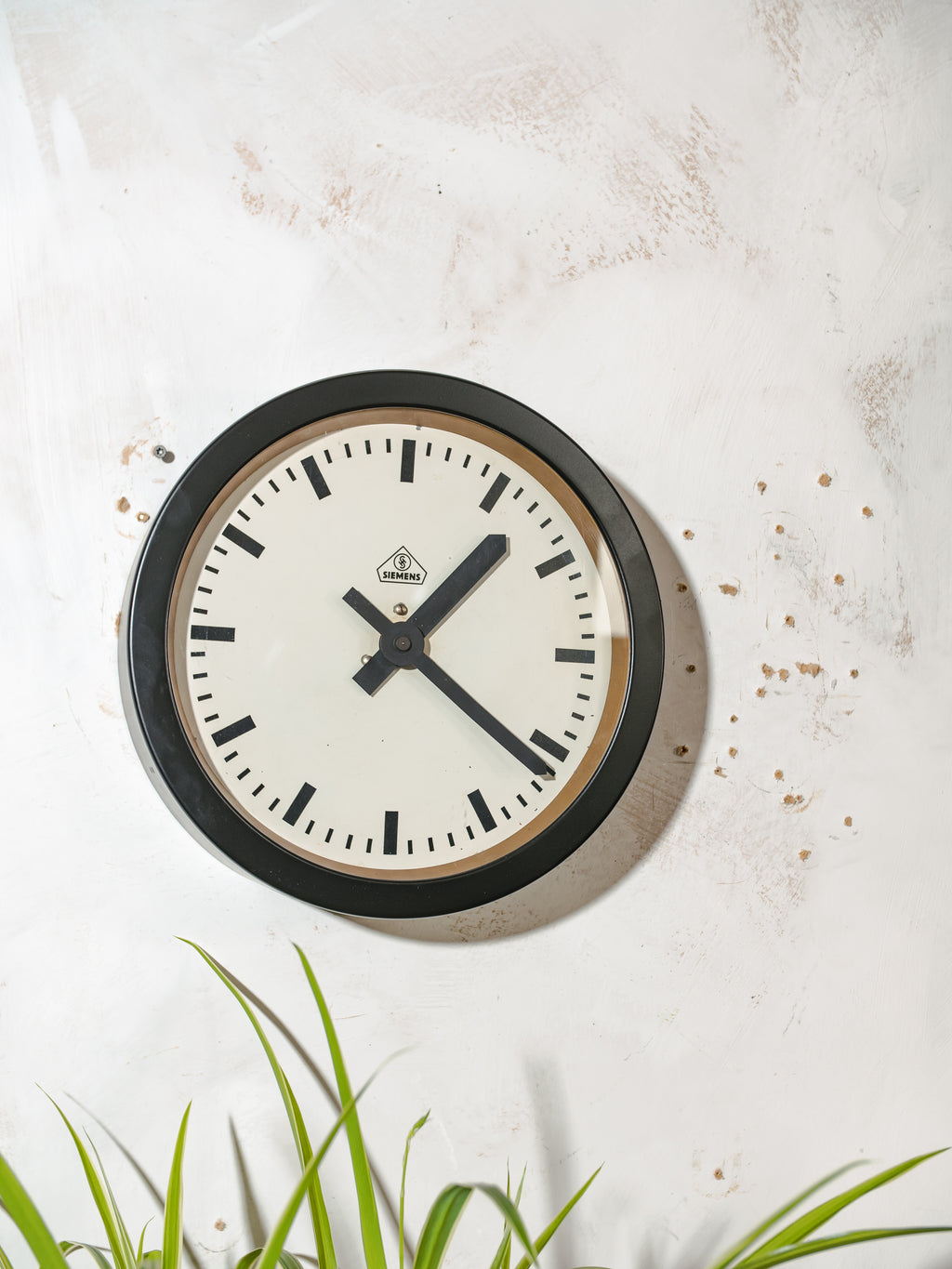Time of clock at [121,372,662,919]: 1:21
